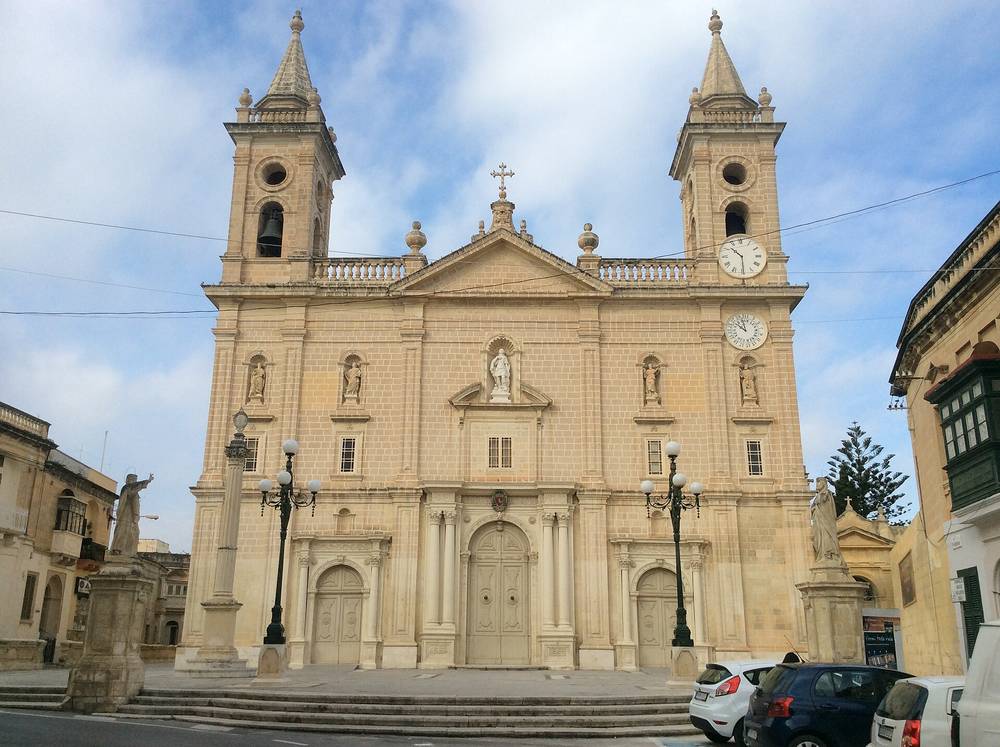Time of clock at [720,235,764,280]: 10:29
